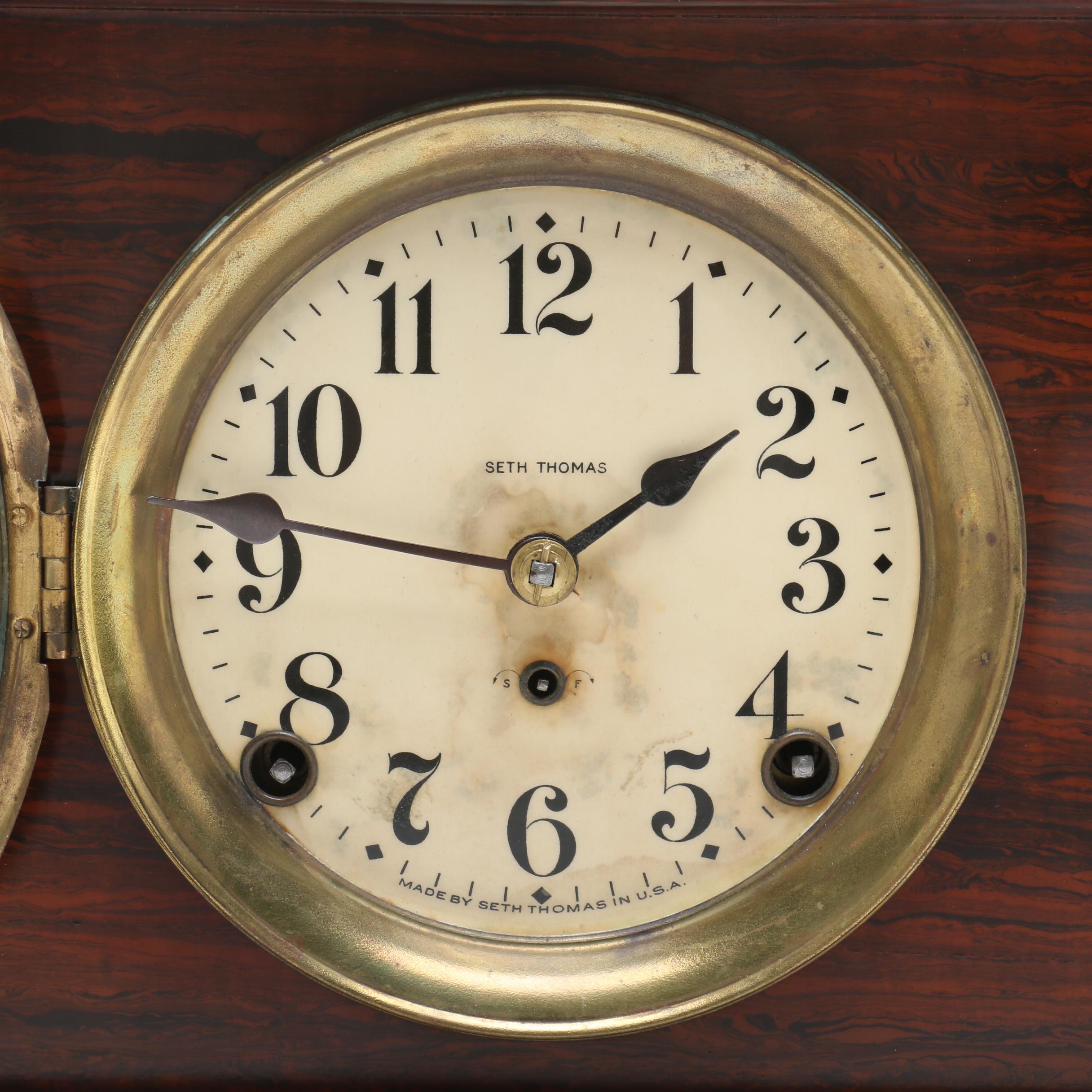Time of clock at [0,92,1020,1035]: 1:46
